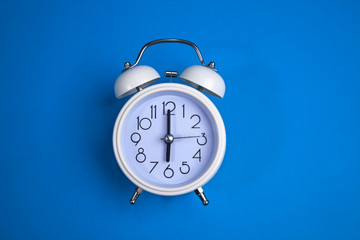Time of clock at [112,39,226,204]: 6:00
